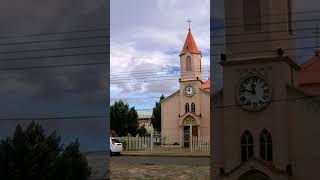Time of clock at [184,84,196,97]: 11:46
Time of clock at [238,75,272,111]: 11:48
